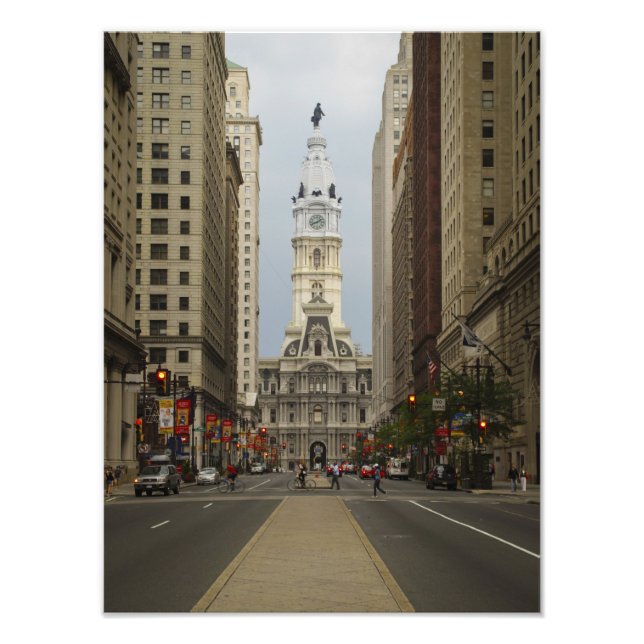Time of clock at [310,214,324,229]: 1:41
